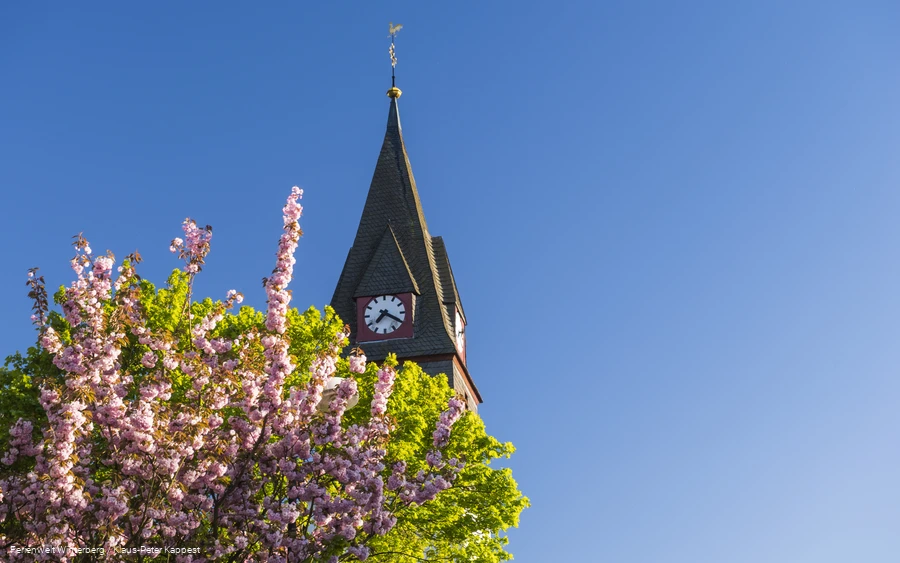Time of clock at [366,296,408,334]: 7:19
